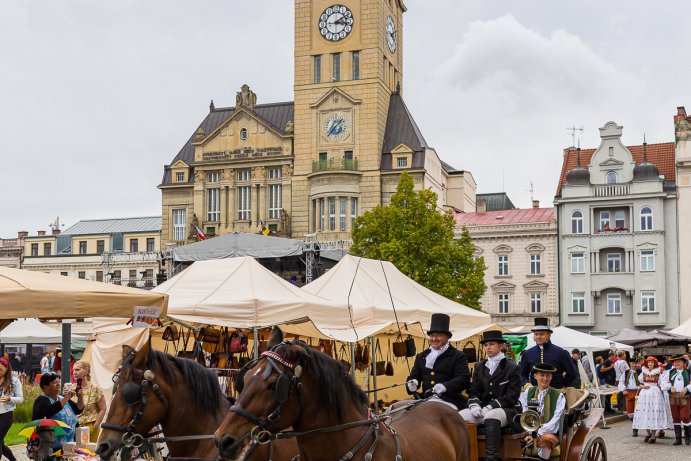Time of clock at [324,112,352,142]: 1:37
